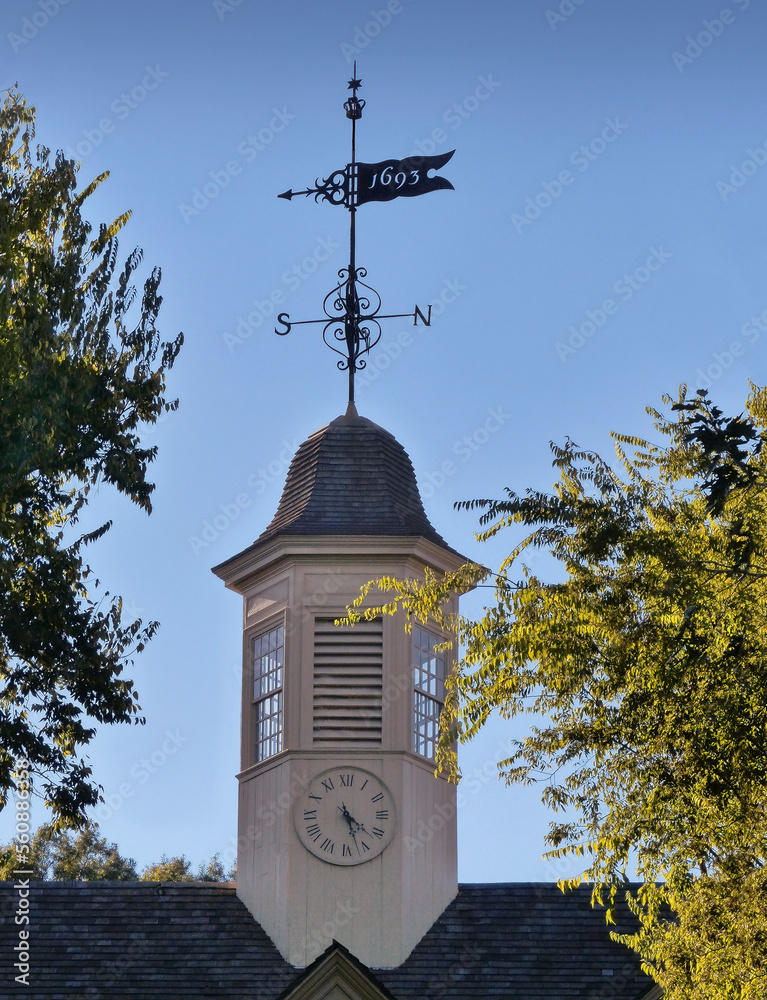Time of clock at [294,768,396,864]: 4:27
